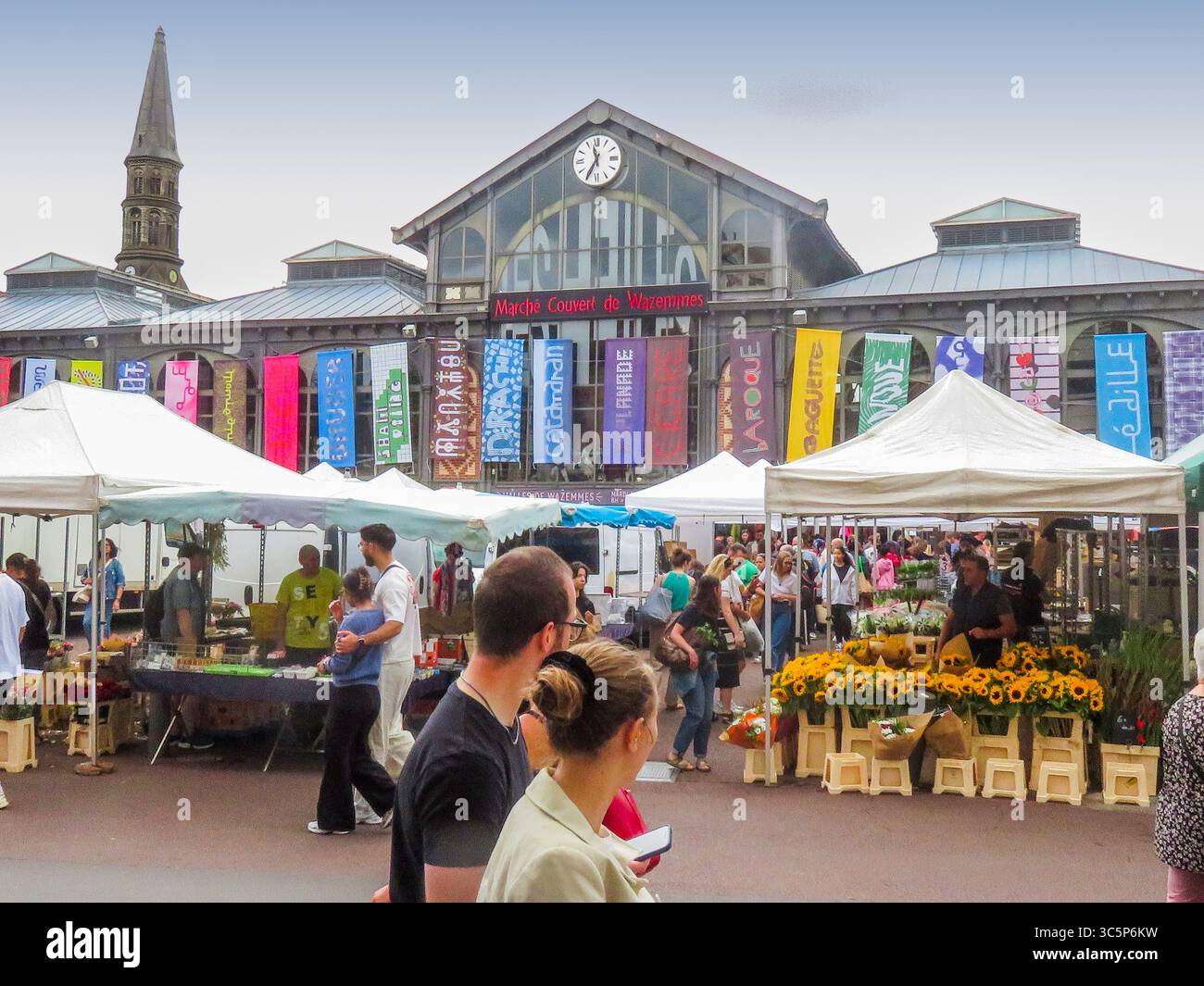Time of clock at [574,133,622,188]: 11:34
